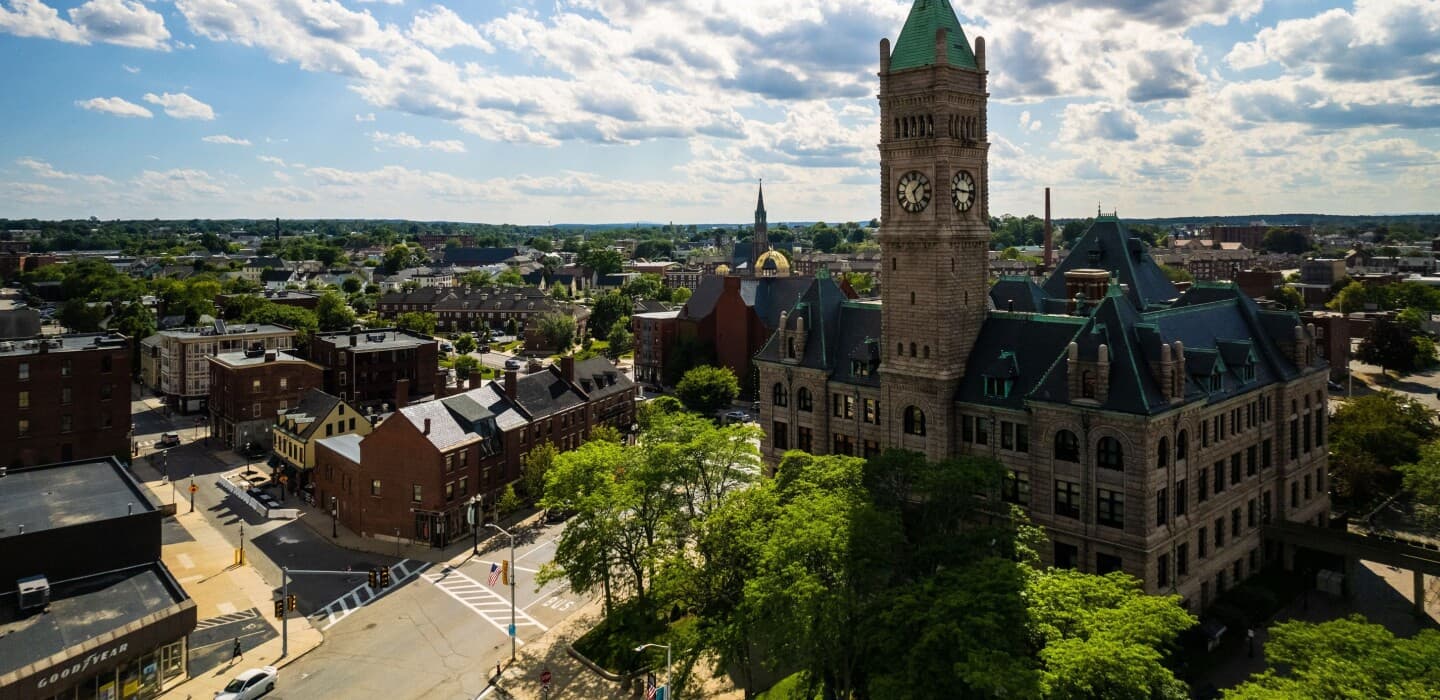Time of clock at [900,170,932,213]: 1:26
